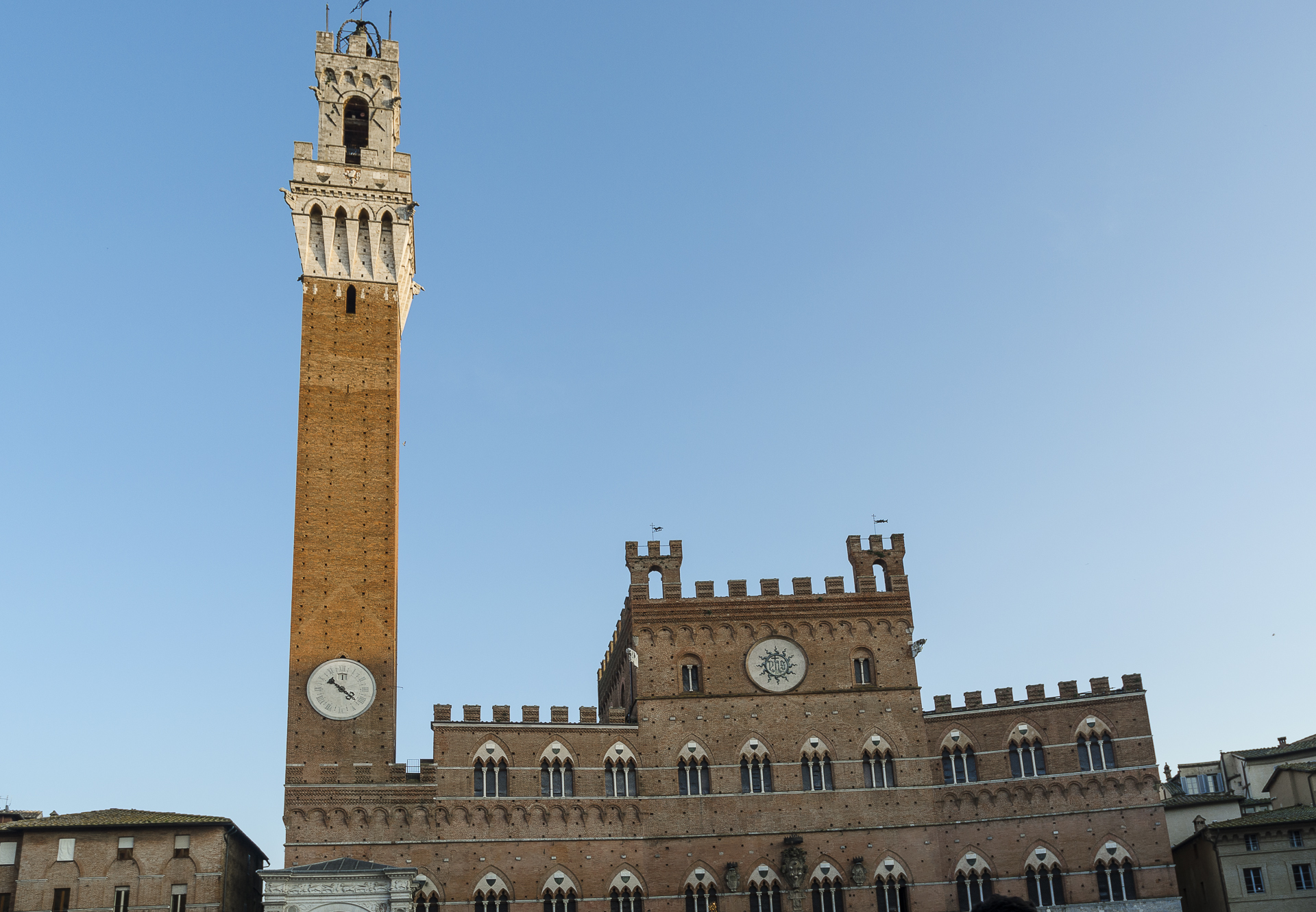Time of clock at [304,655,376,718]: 10:21
